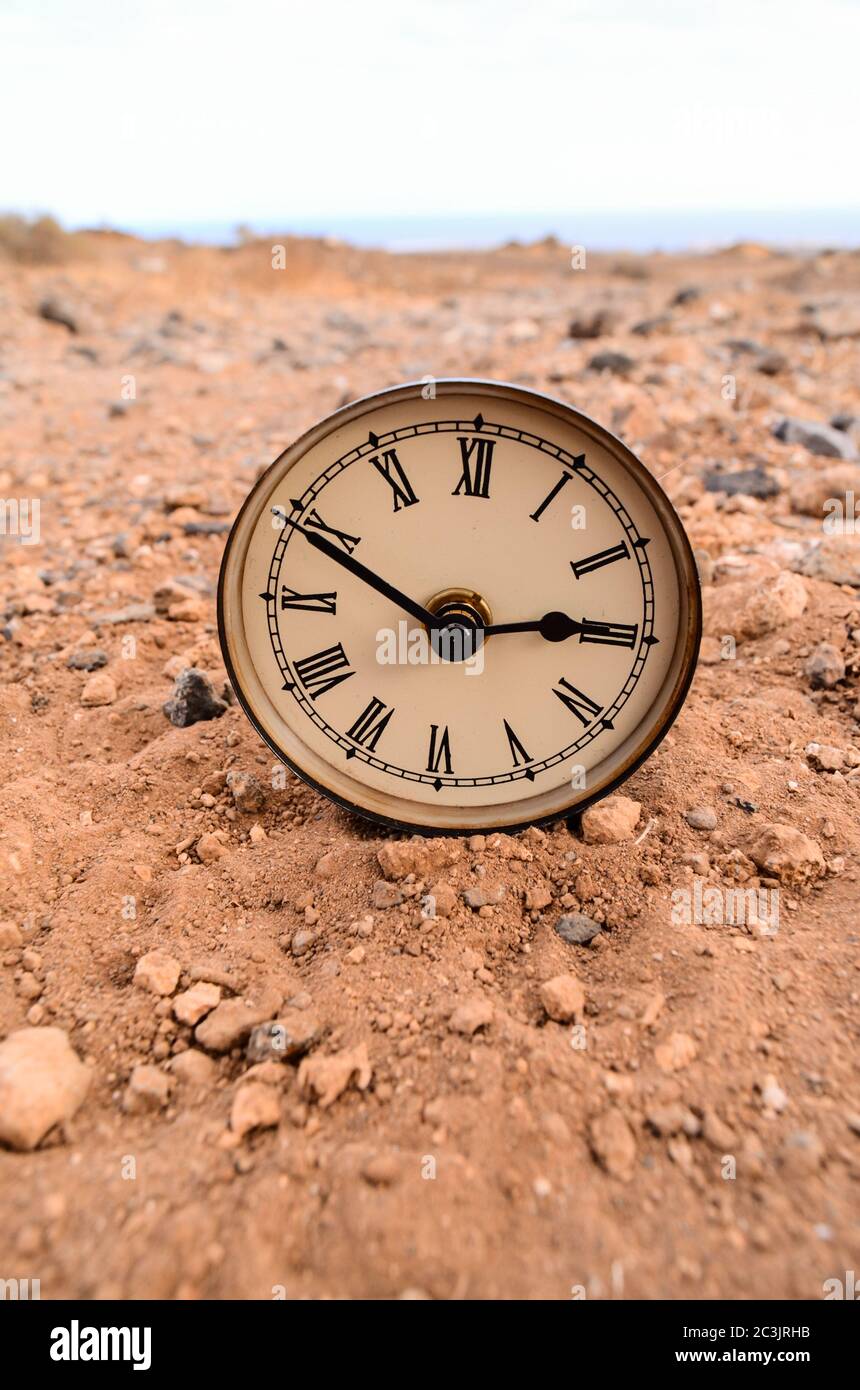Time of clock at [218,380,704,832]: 2:49
